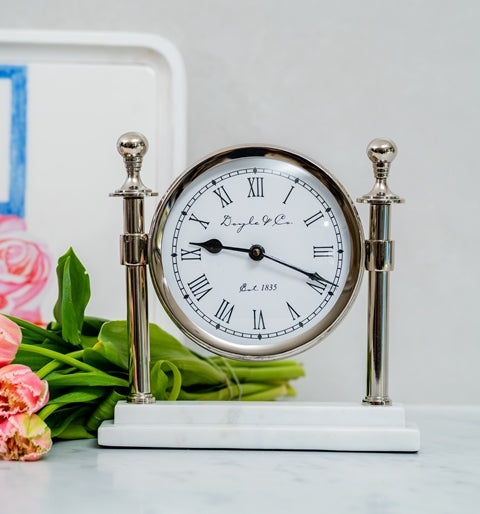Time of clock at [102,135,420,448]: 9:19
